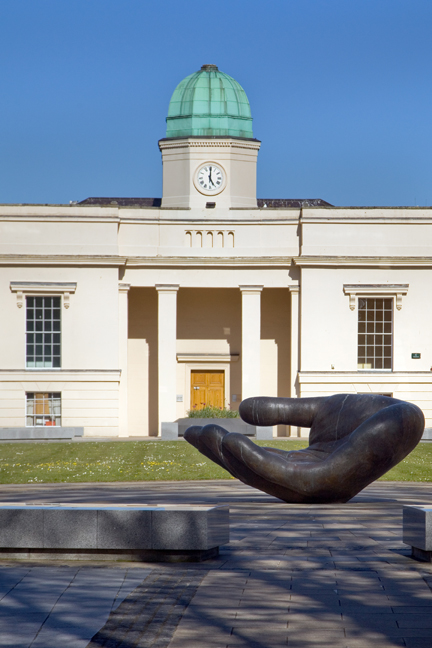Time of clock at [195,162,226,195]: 5:00
